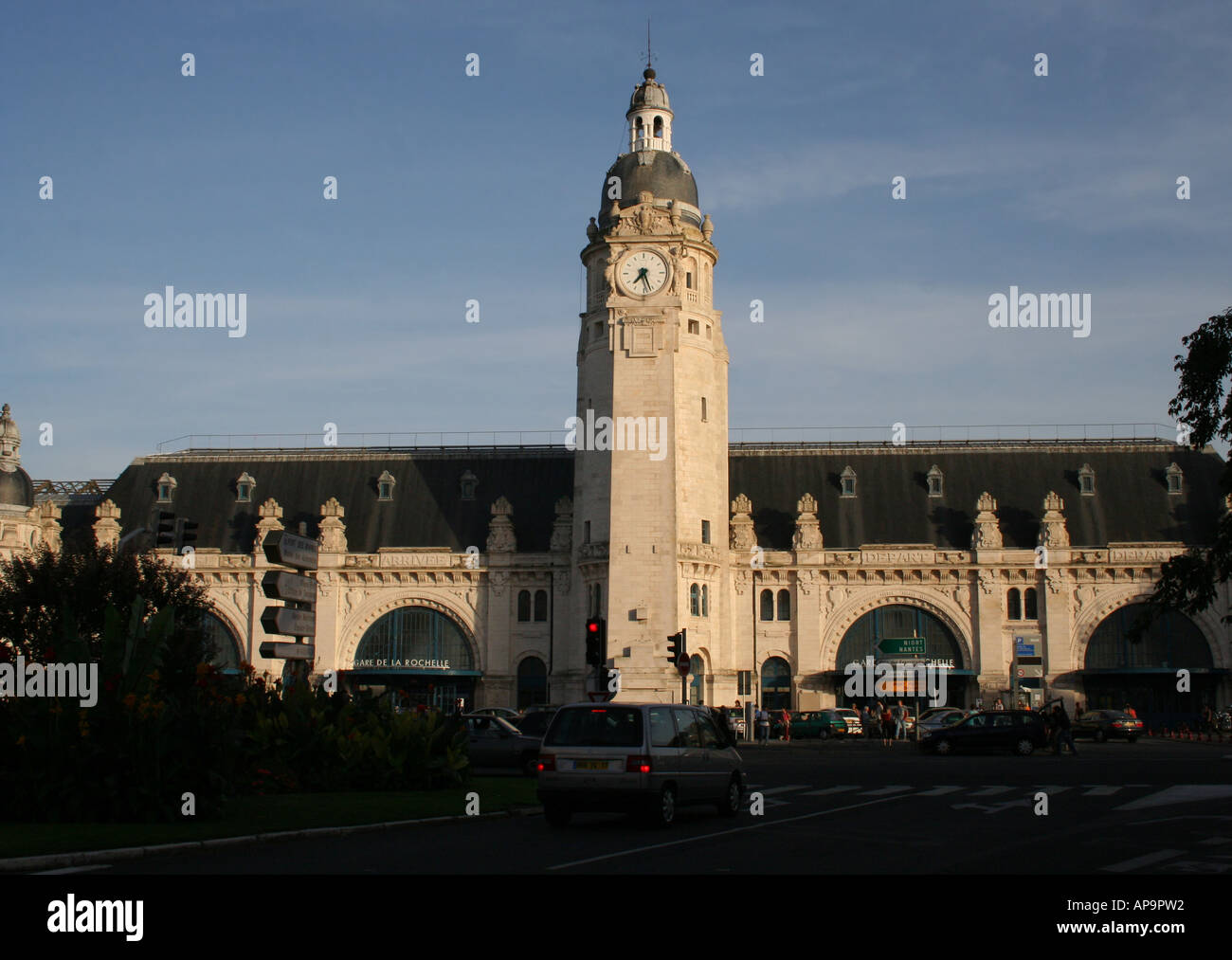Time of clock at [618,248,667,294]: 7:26
